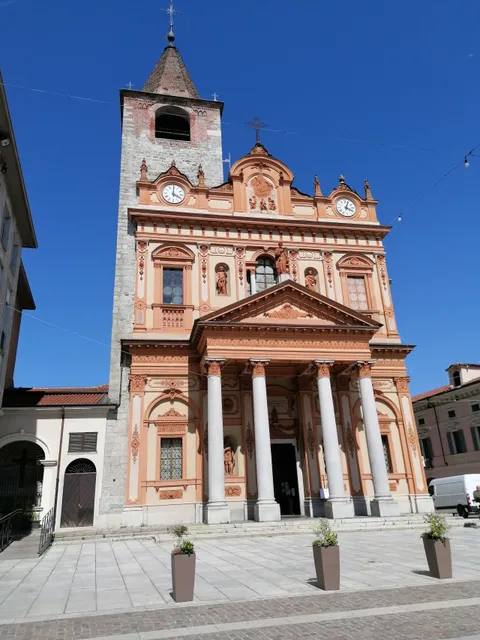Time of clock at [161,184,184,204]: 4:00
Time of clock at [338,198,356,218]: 4:03
